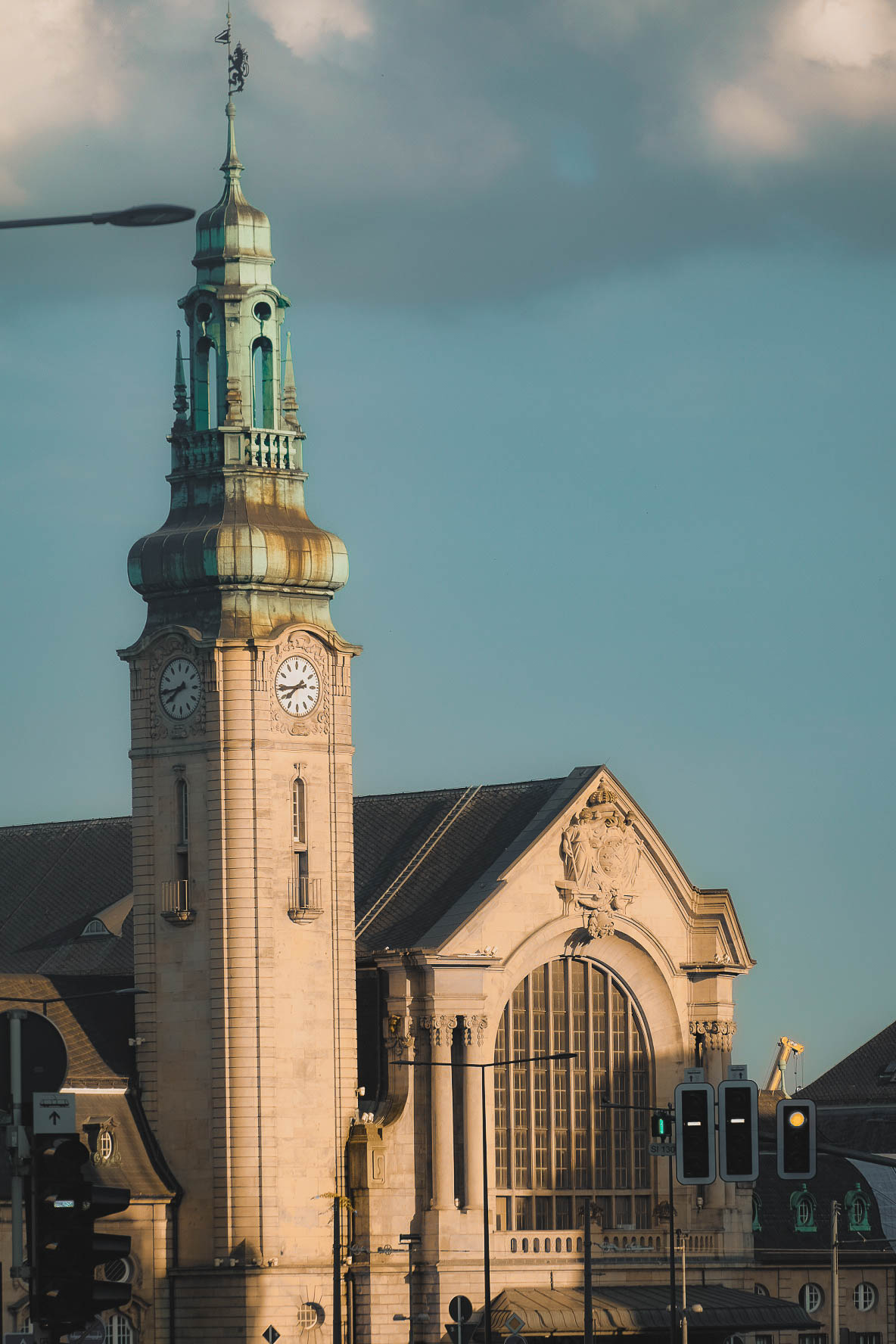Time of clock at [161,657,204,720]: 7:44
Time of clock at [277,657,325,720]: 7:43
